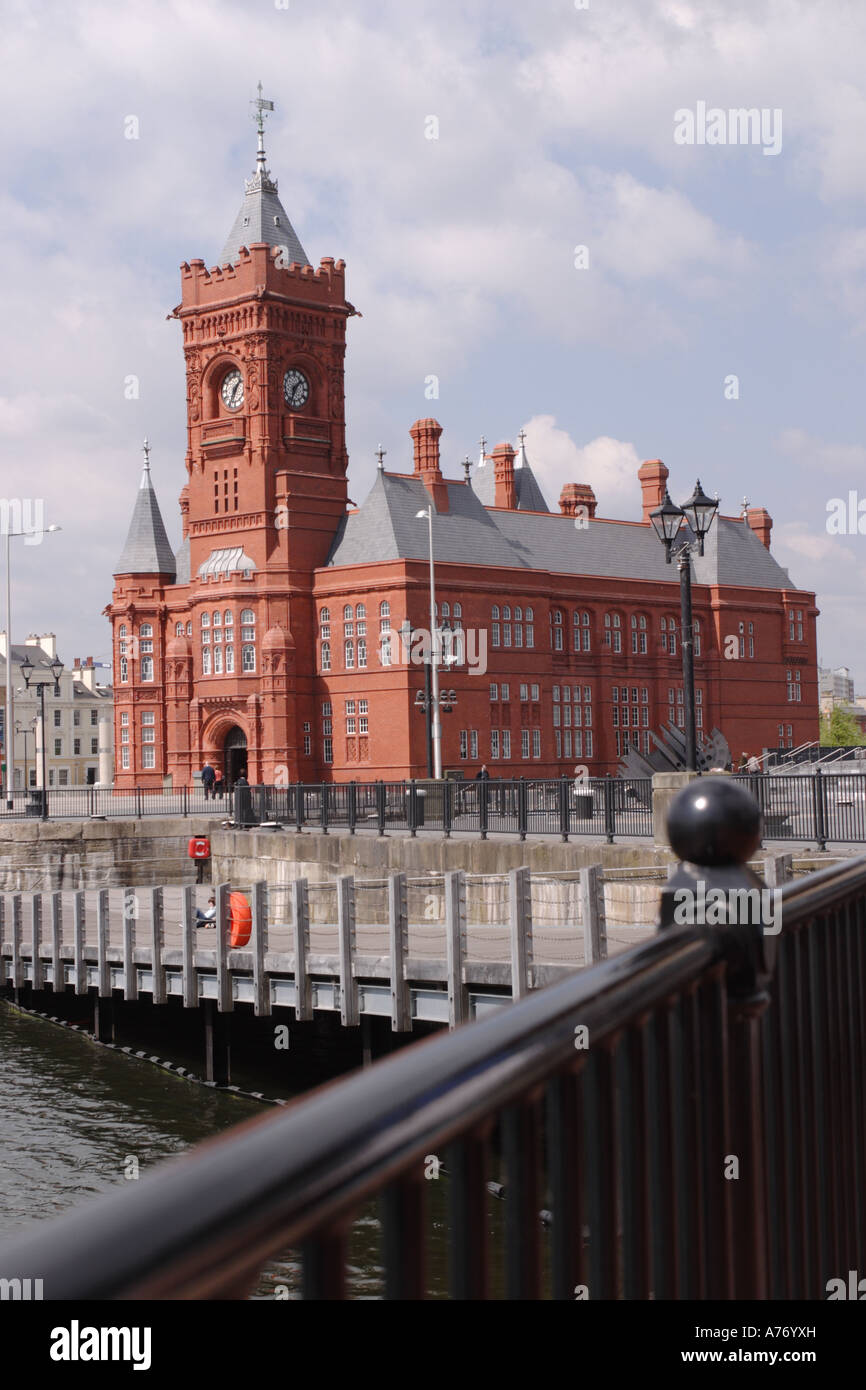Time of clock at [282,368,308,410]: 1:33
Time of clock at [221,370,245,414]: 1:33
